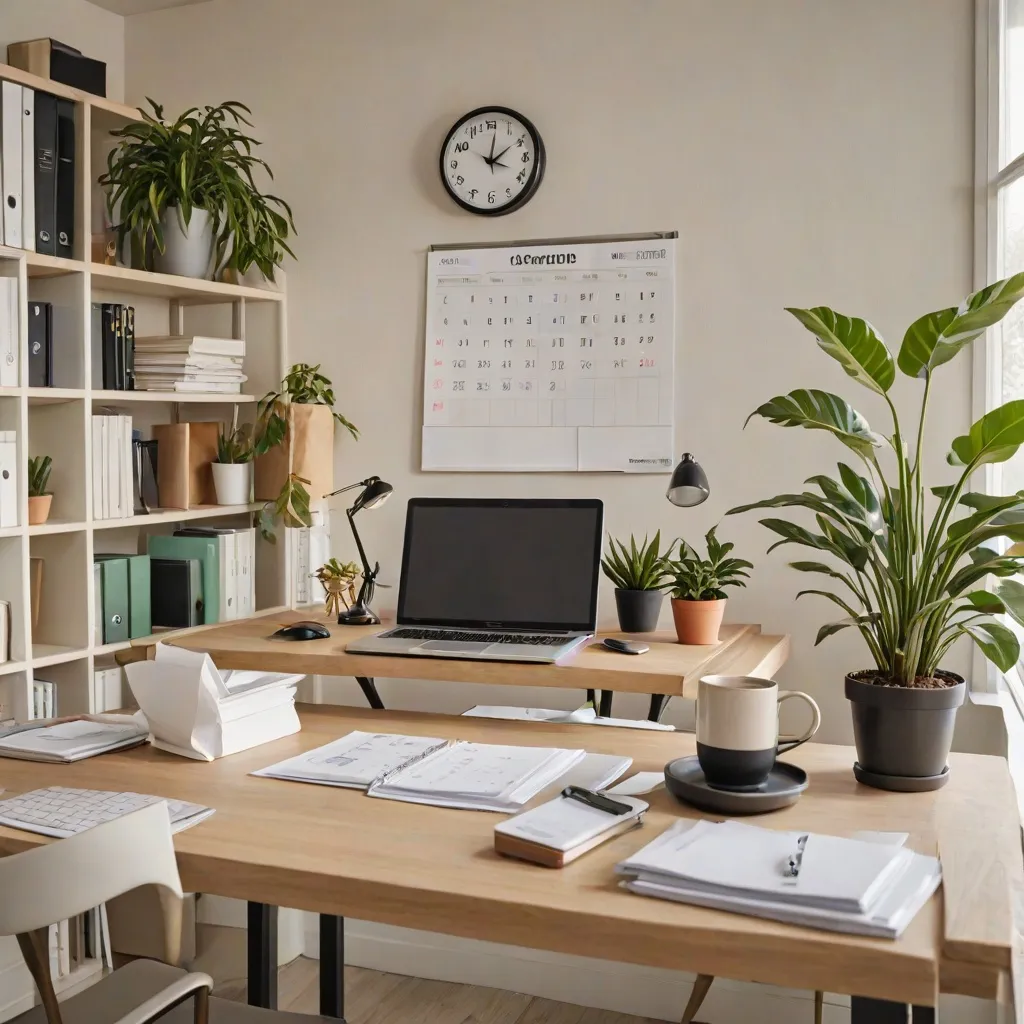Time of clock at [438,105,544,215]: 2:01
